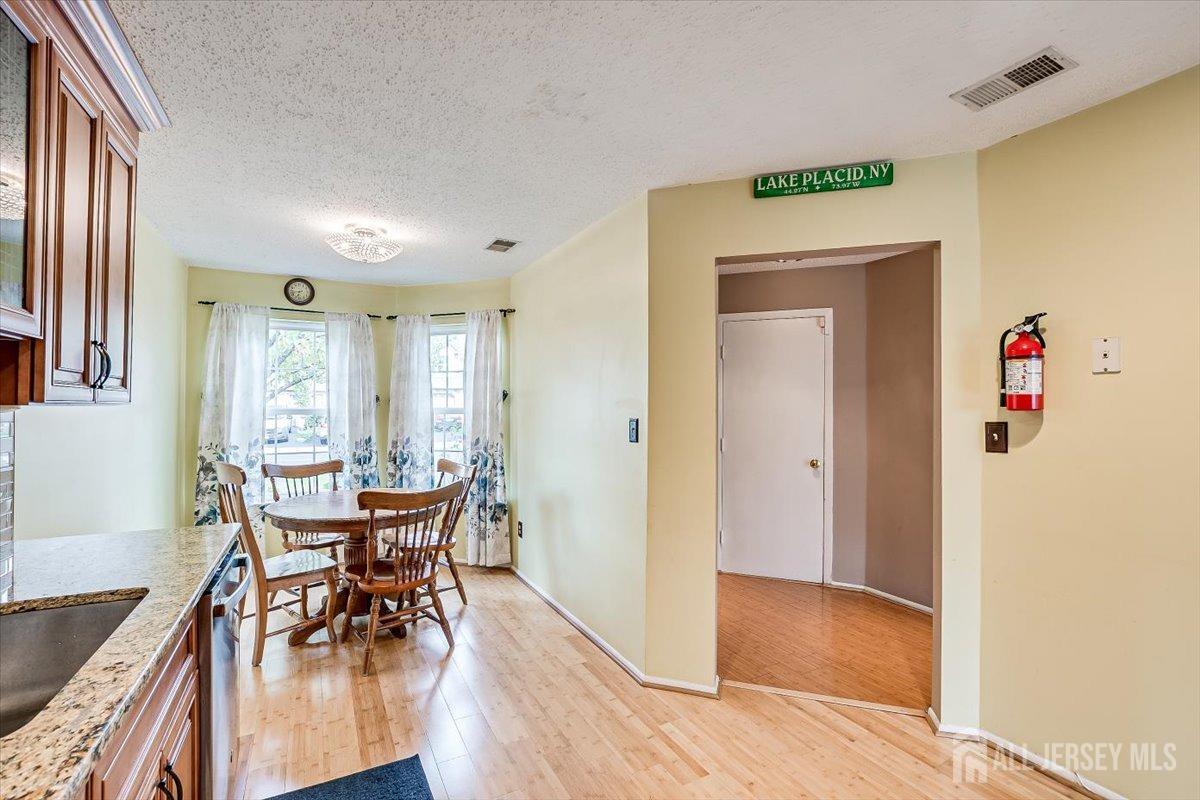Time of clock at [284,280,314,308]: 6:43
